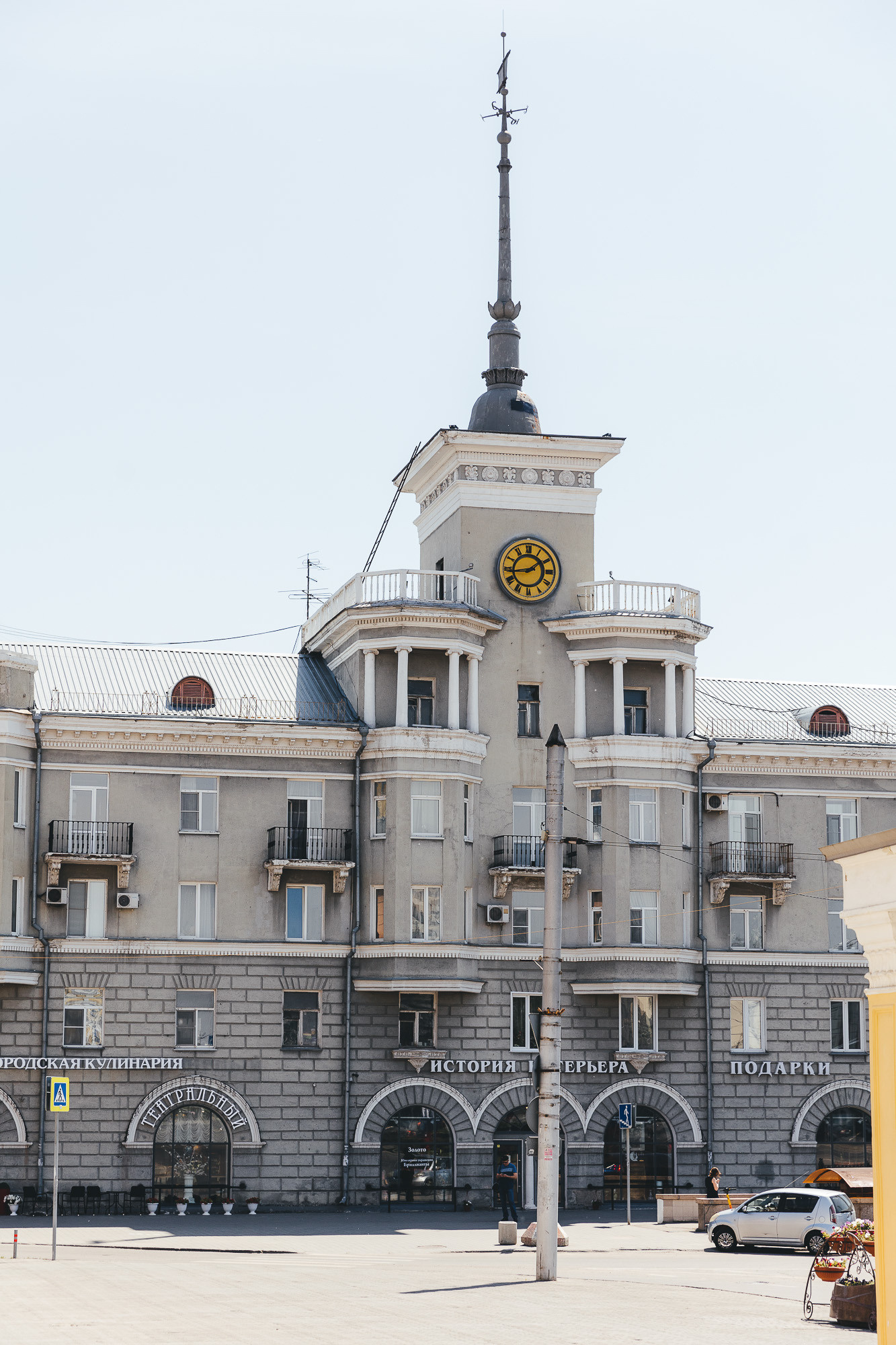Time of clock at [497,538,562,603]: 1:43
